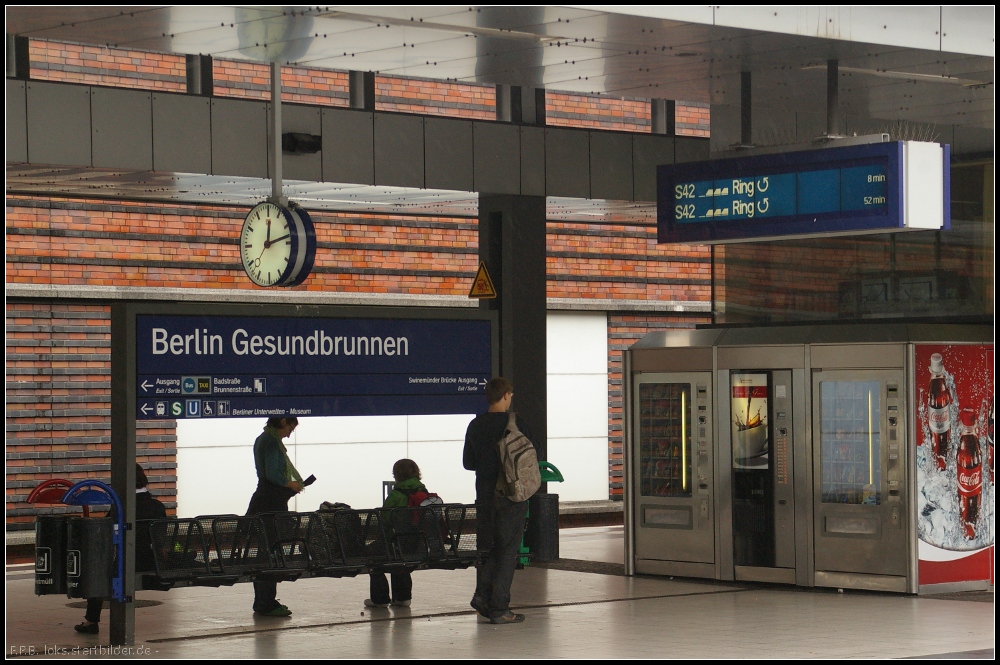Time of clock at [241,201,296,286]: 12:12
